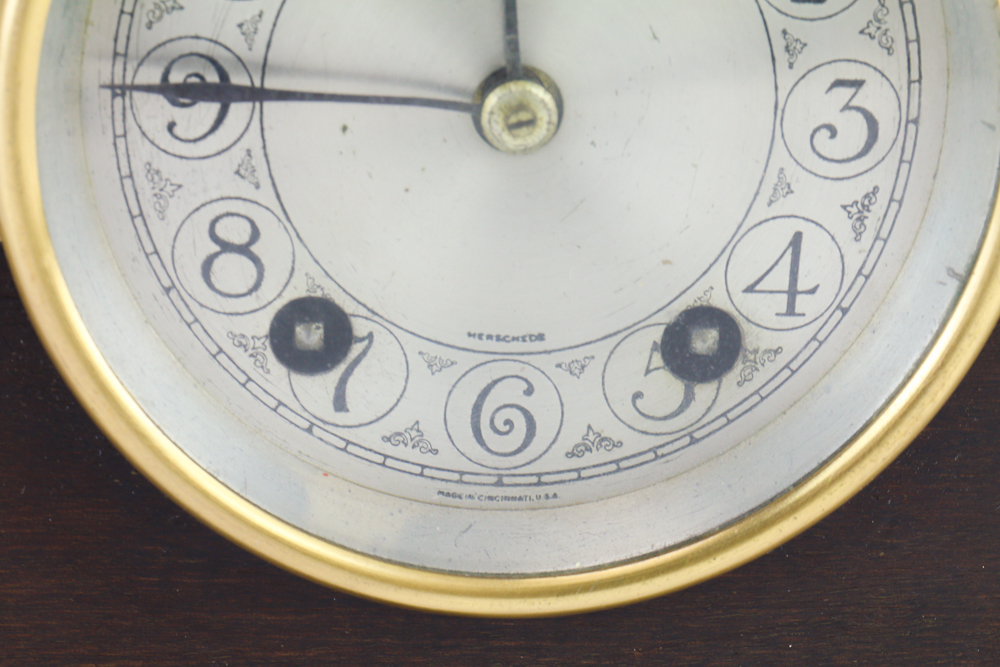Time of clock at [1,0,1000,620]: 11:45
